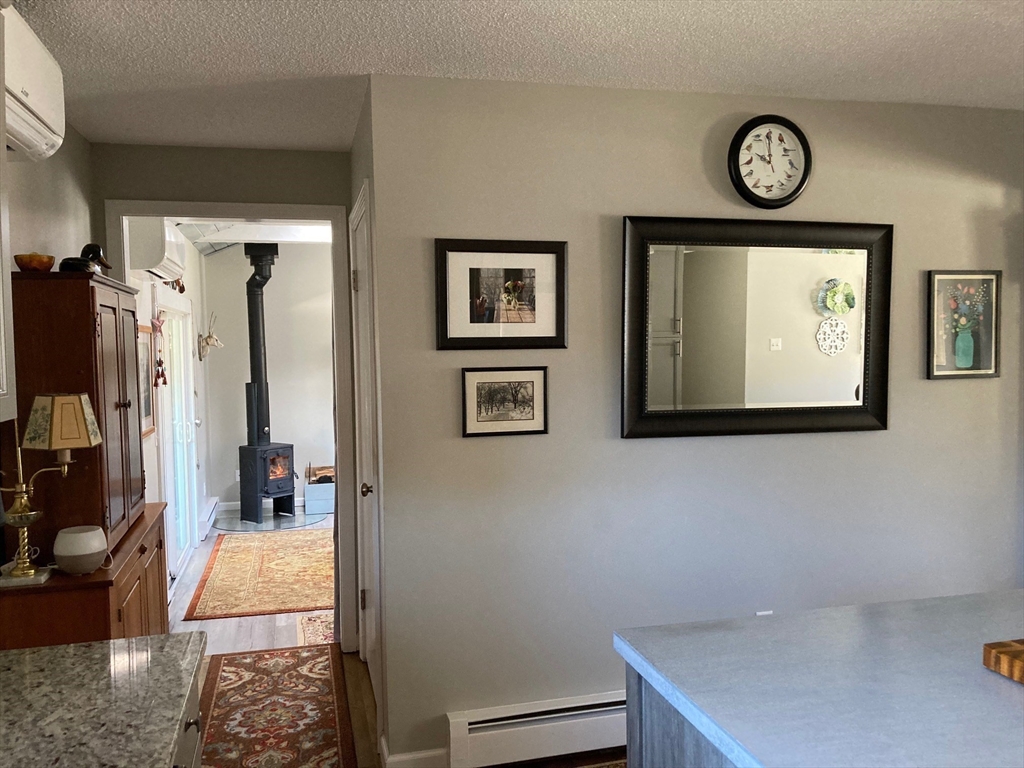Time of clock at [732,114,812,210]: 9:59
